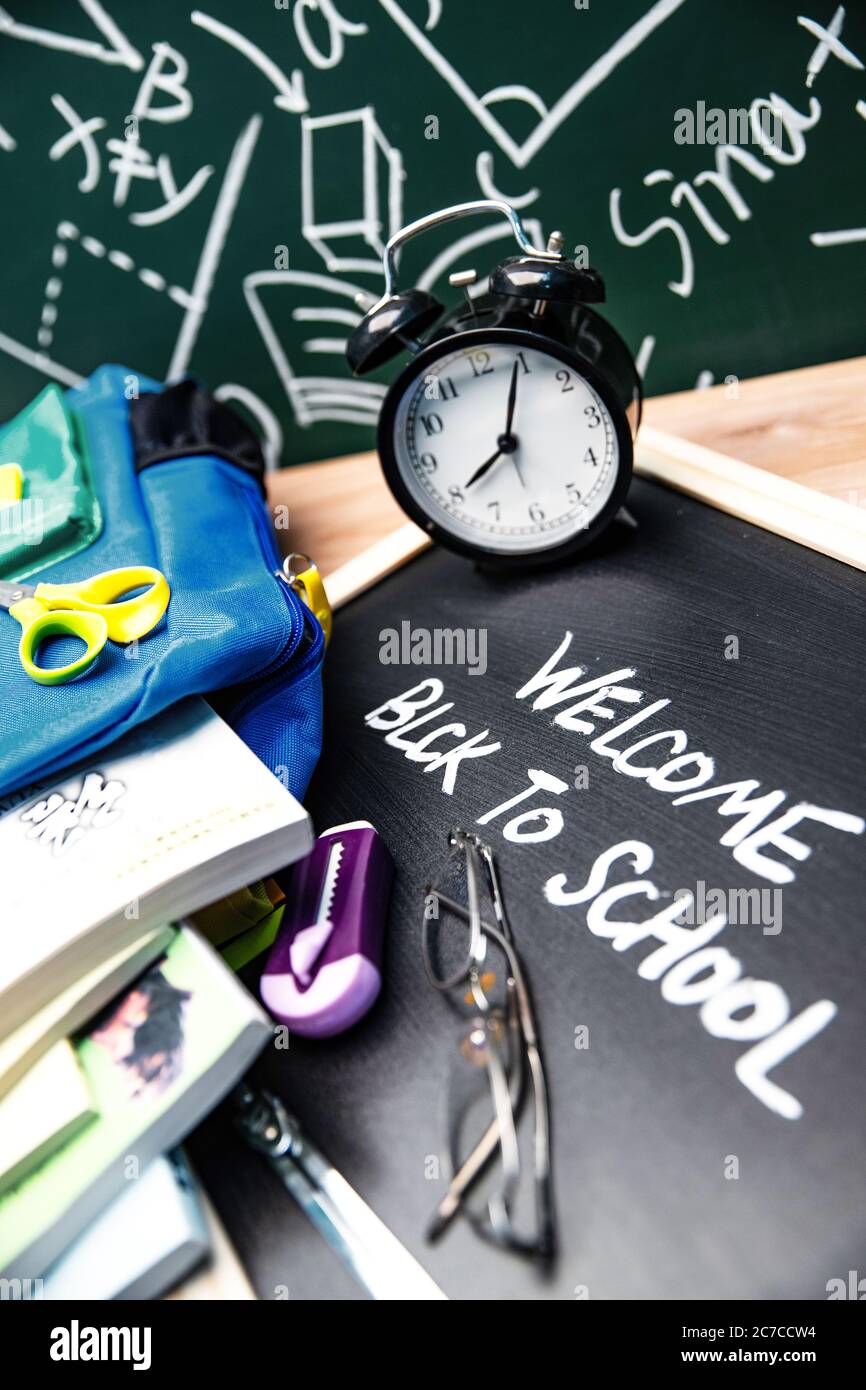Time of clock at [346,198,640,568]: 8:04
